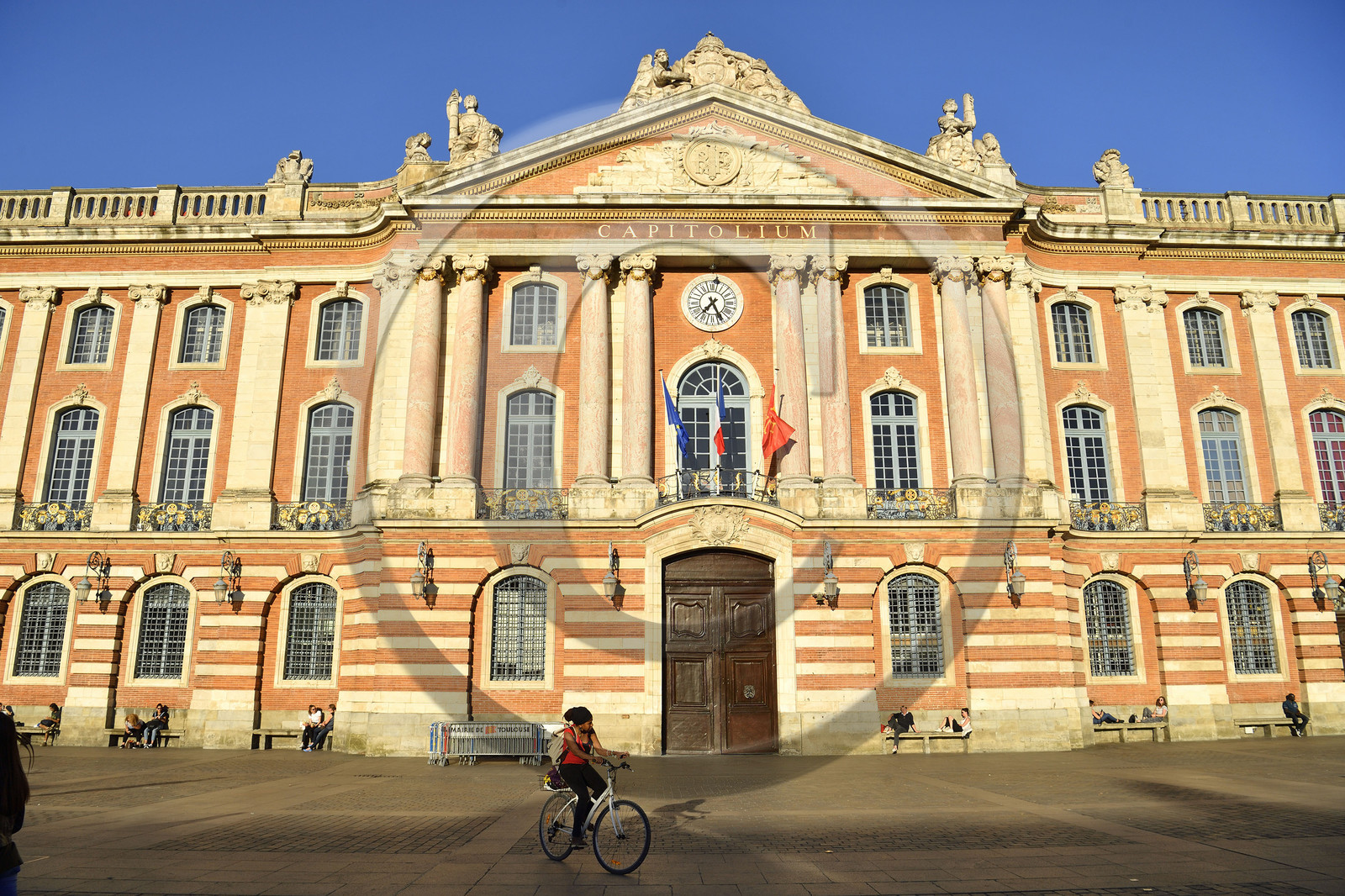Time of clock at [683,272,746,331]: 7:25
